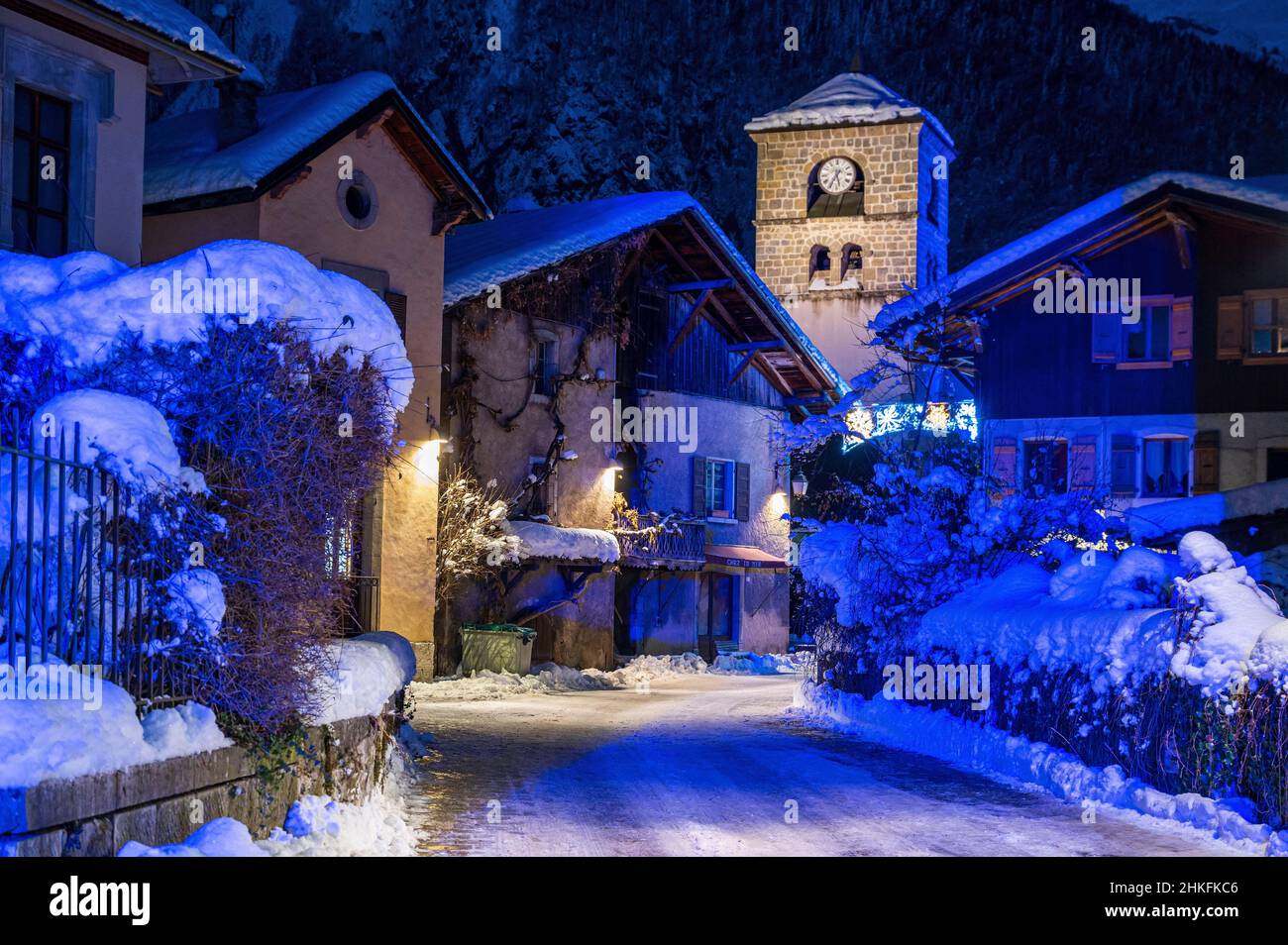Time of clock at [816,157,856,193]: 5:35
